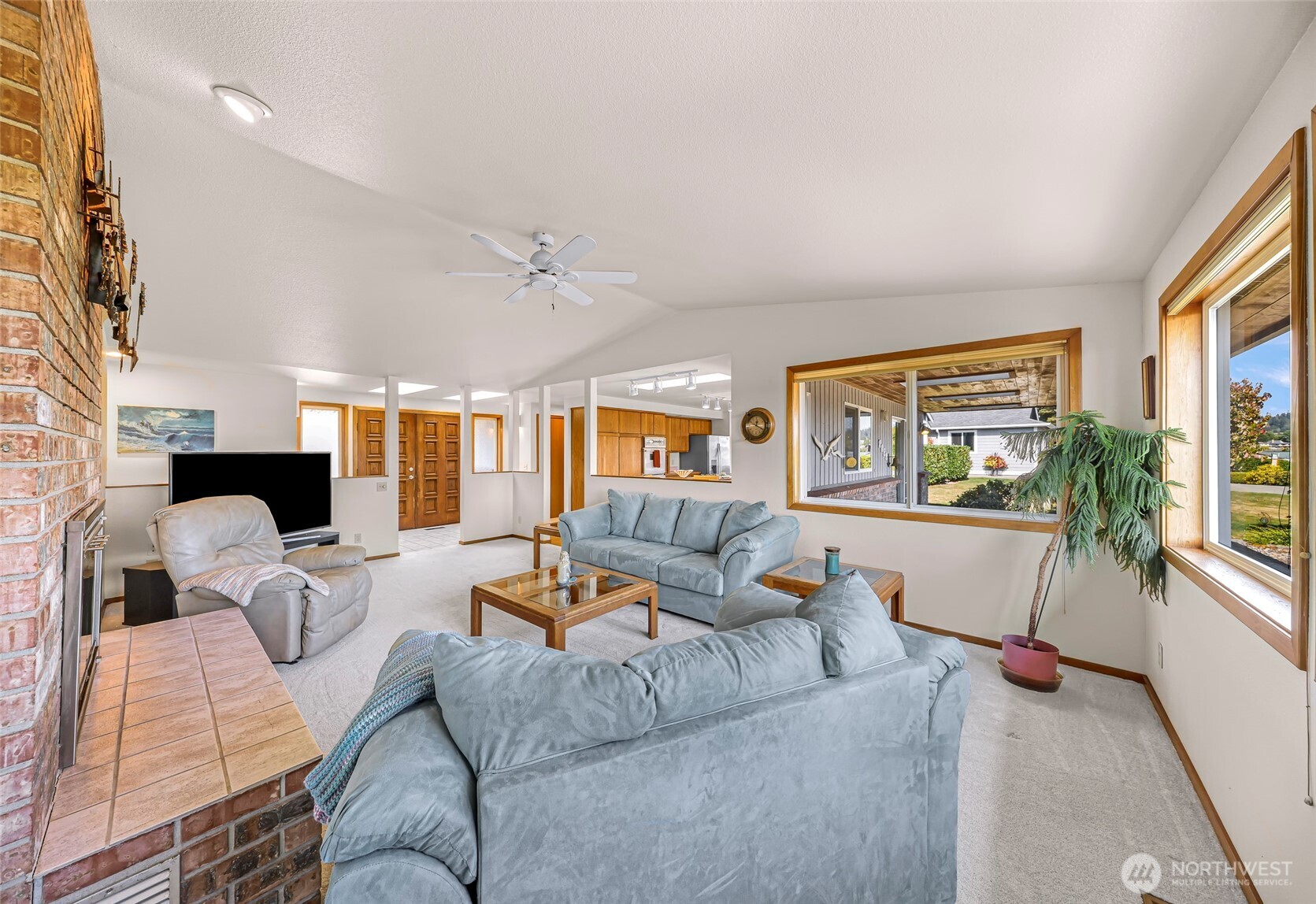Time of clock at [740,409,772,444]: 12:19
